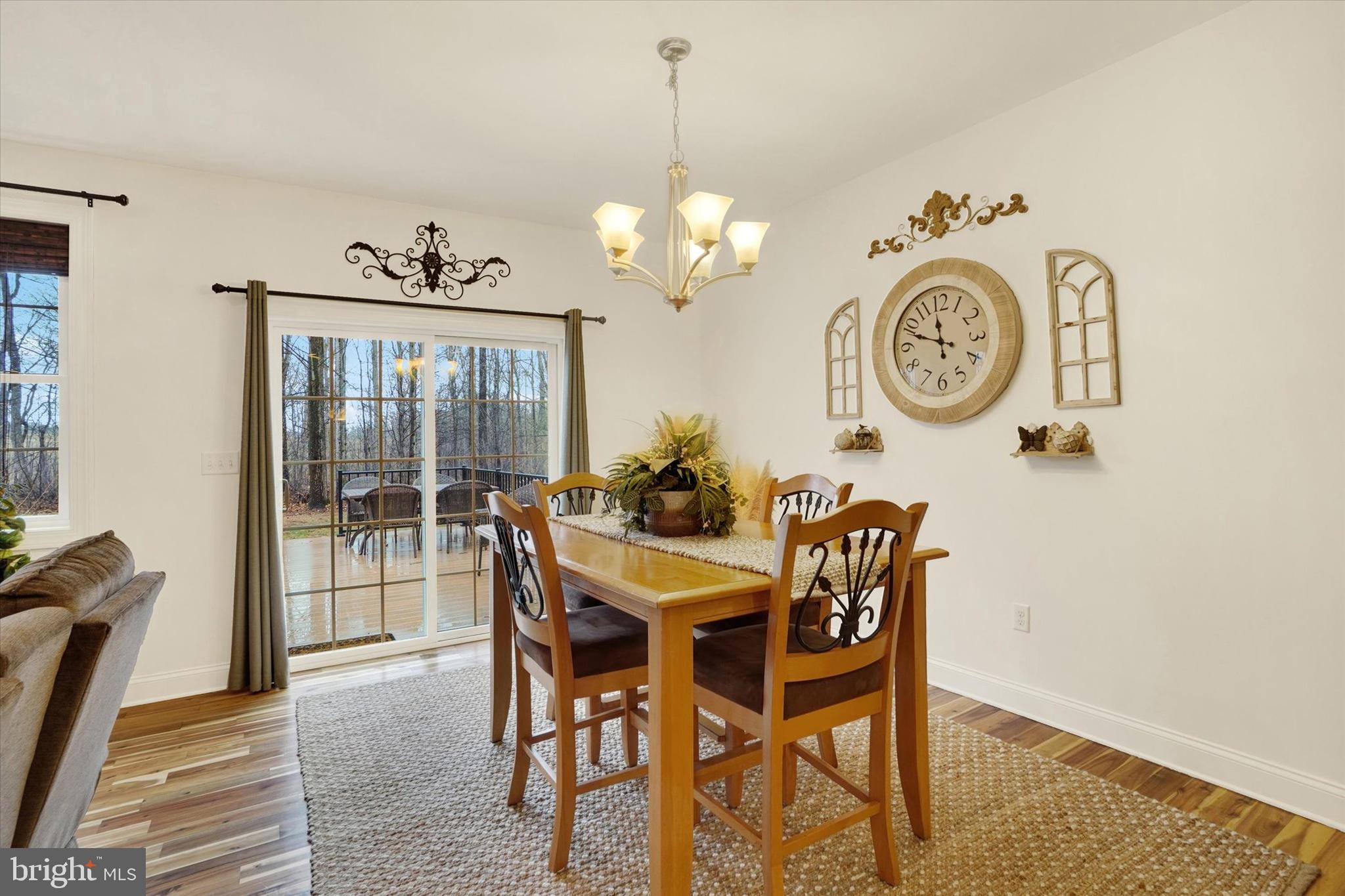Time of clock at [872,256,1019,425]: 11:48
